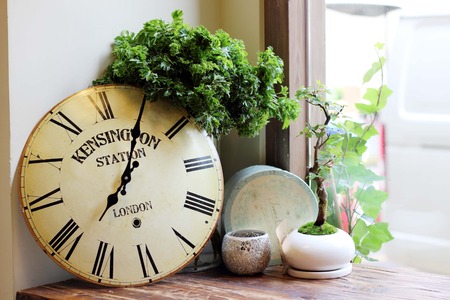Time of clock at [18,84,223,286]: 7:00
